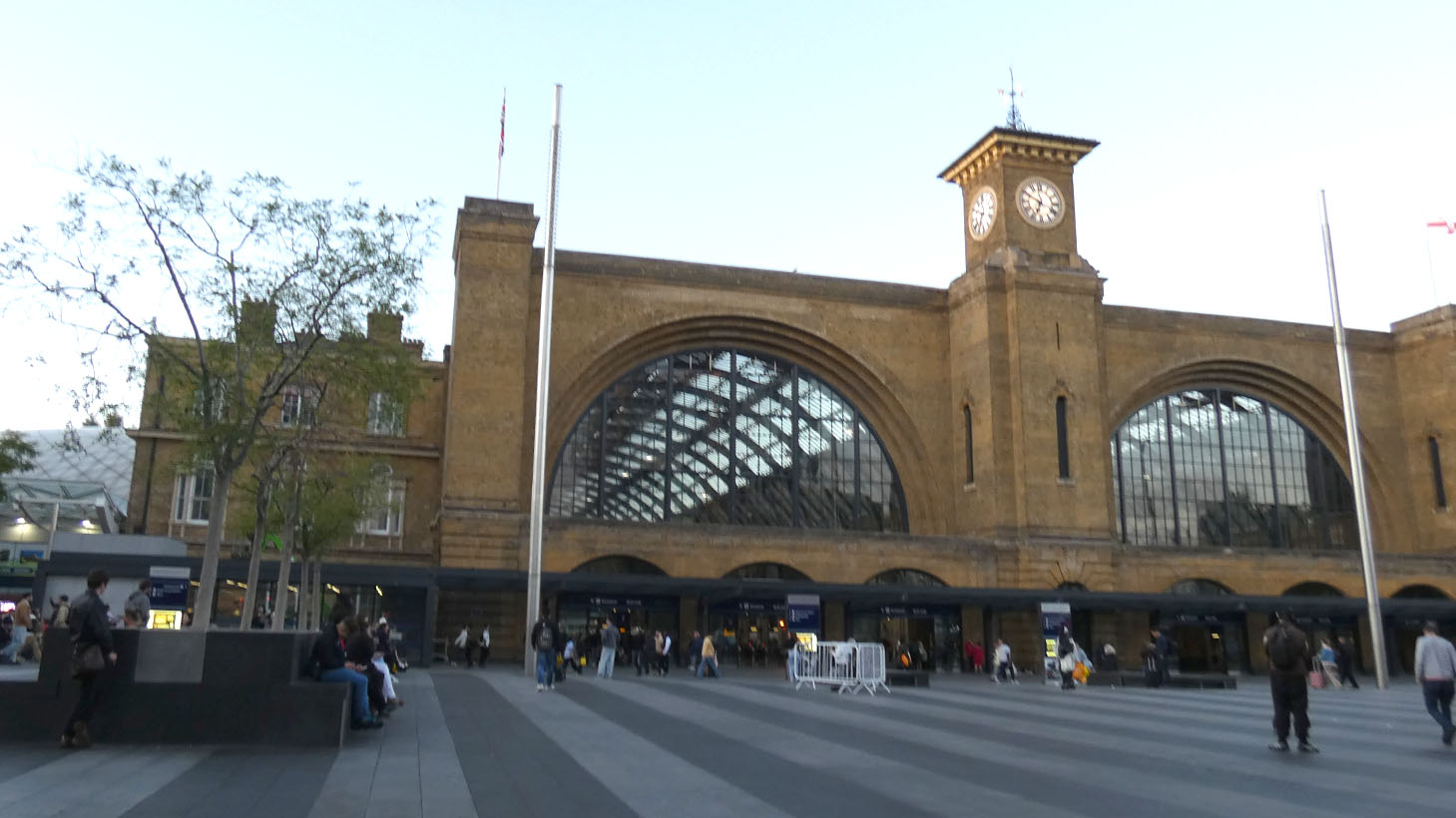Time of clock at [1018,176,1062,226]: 6:49
